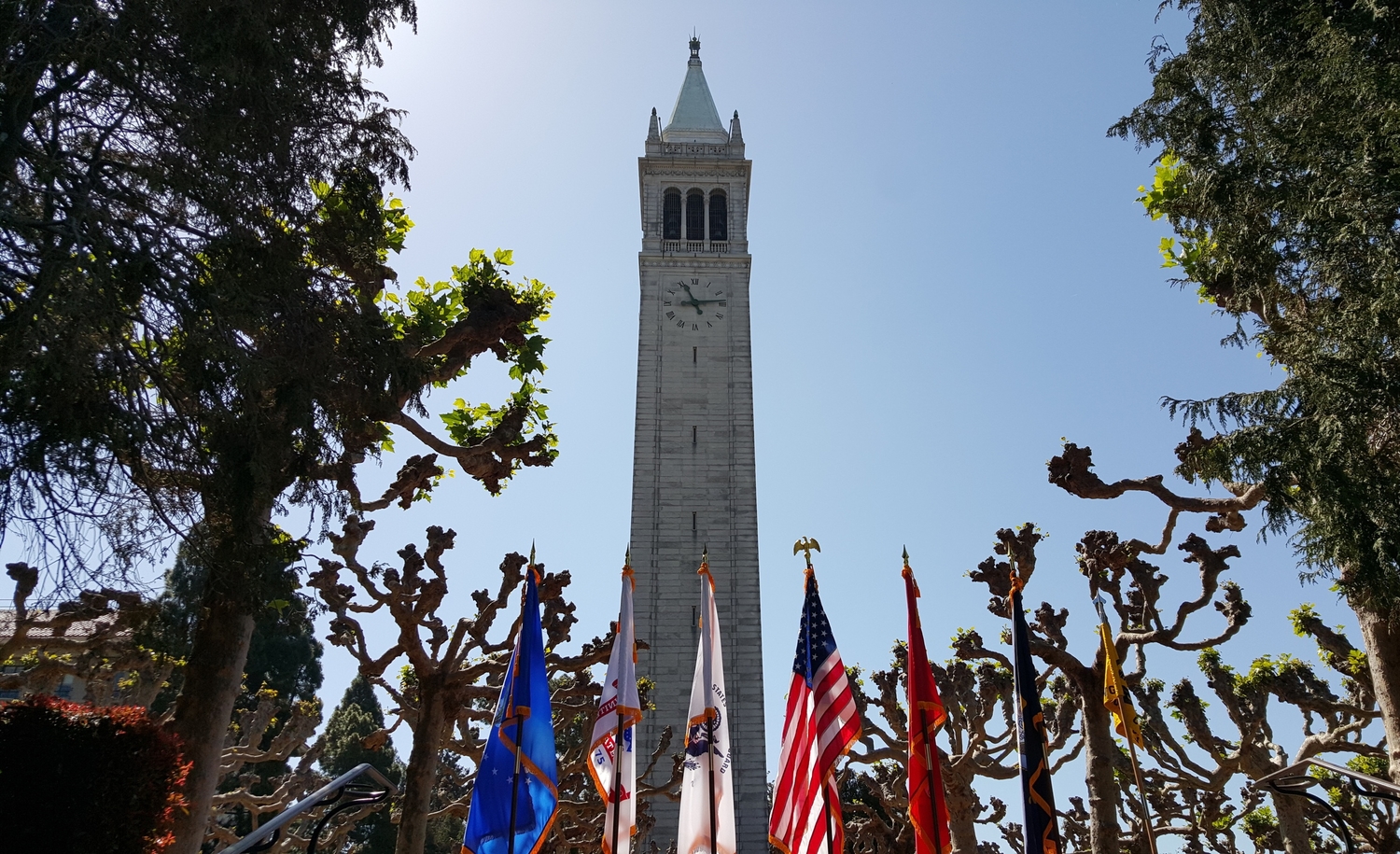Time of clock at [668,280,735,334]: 11:13
